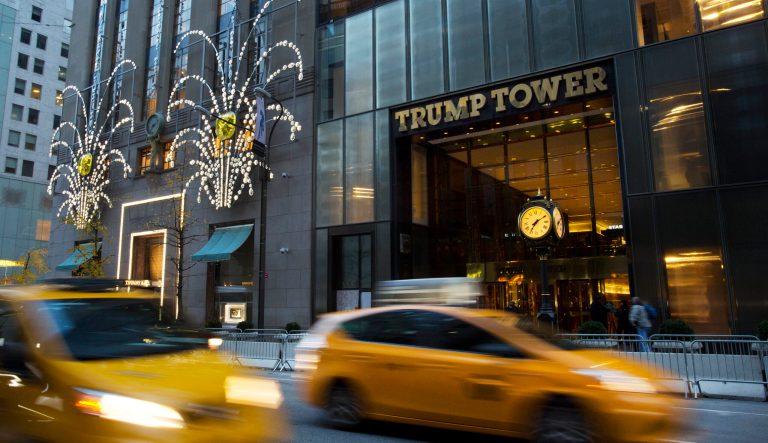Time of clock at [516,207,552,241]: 7:09
